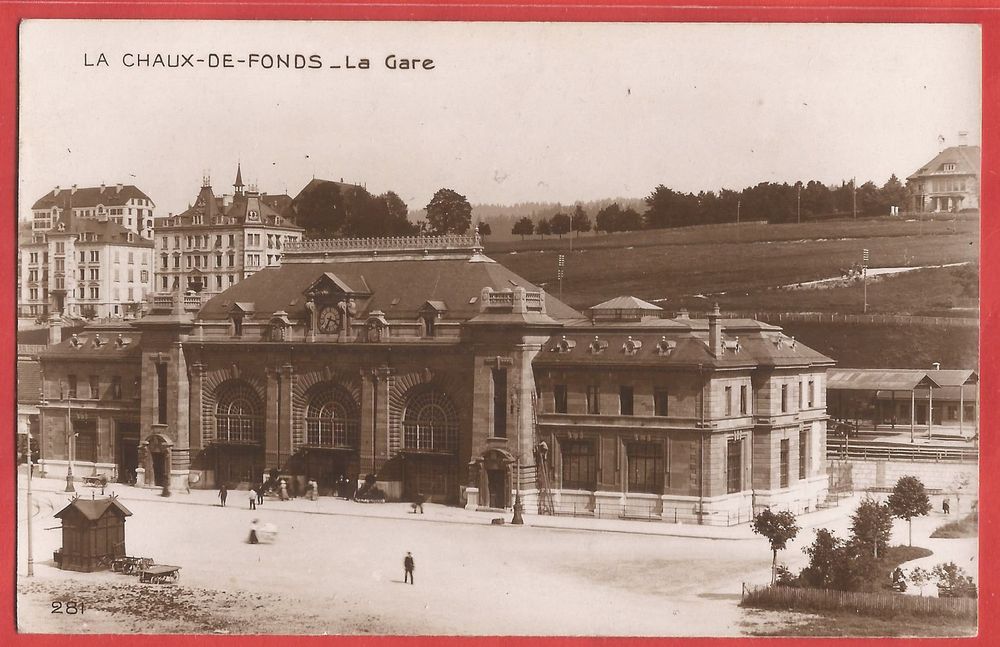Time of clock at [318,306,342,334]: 3:34
